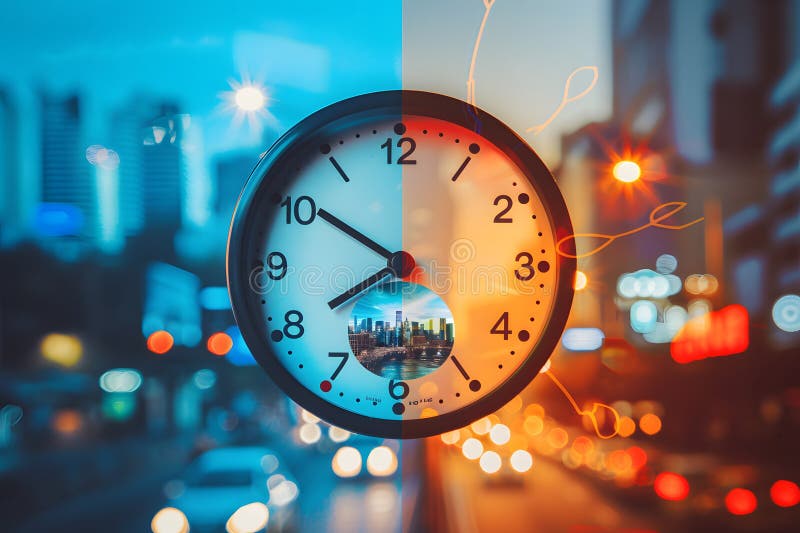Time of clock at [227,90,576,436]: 7:50
